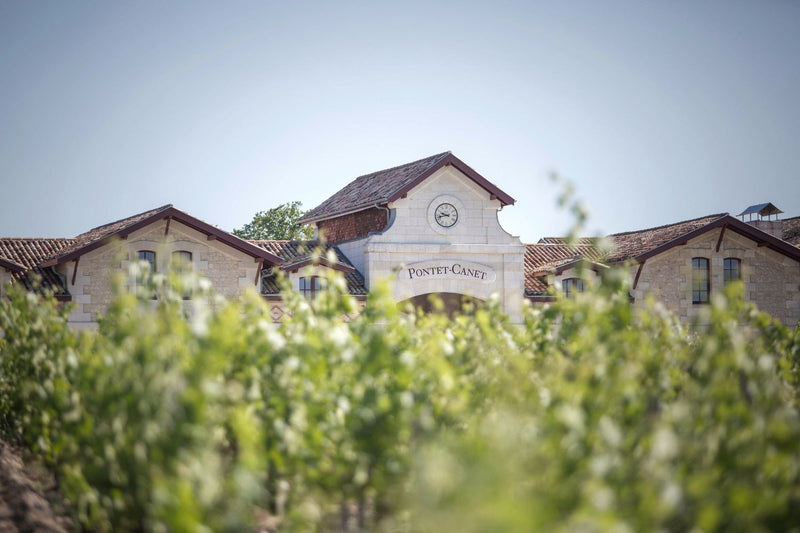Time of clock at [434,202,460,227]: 9:42
